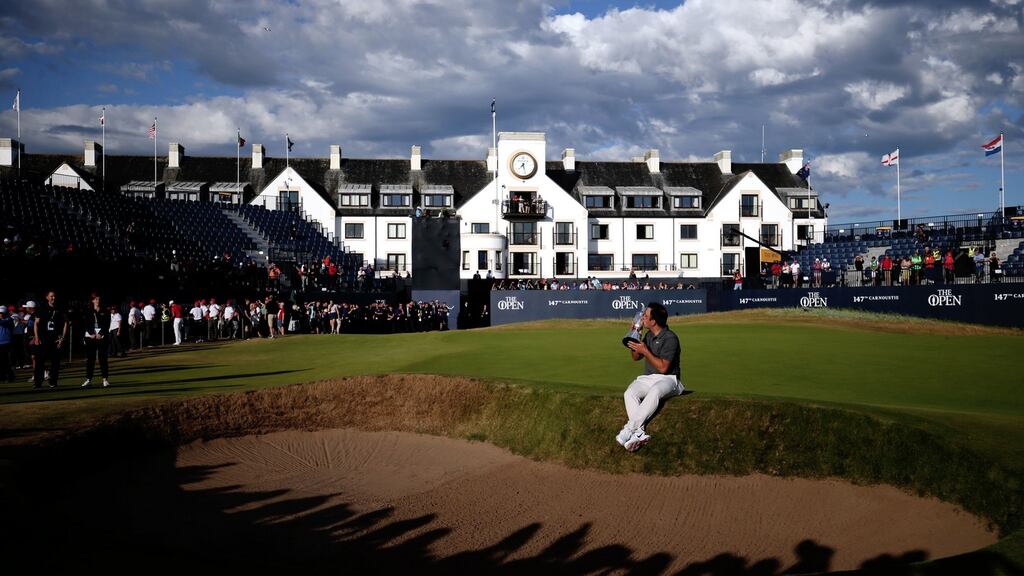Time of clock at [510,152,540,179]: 7:27
